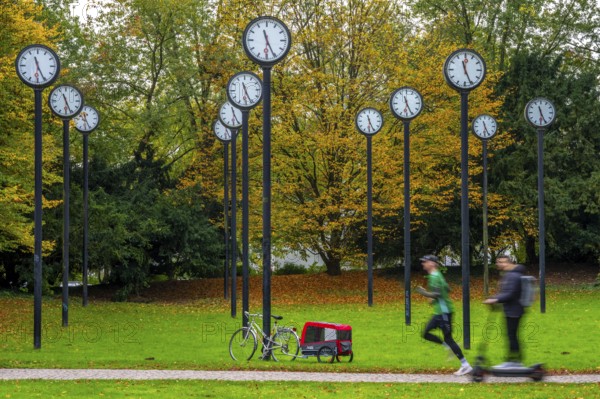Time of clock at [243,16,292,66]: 11:25
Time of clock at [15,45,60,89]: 11:25
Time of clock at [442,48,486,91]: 11:25
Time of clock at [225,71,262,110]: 11:26
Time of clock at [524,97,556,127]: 11:25
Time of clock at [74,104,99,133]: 12:26
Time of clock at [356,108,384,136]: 11:25
